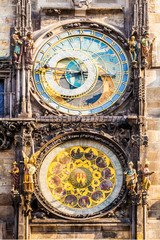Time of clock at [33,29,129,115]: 10:45
